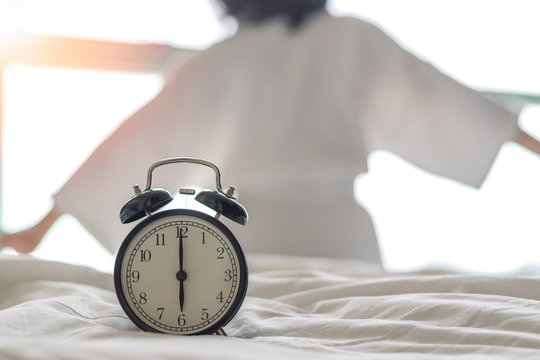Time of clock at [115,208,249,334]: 6:00
